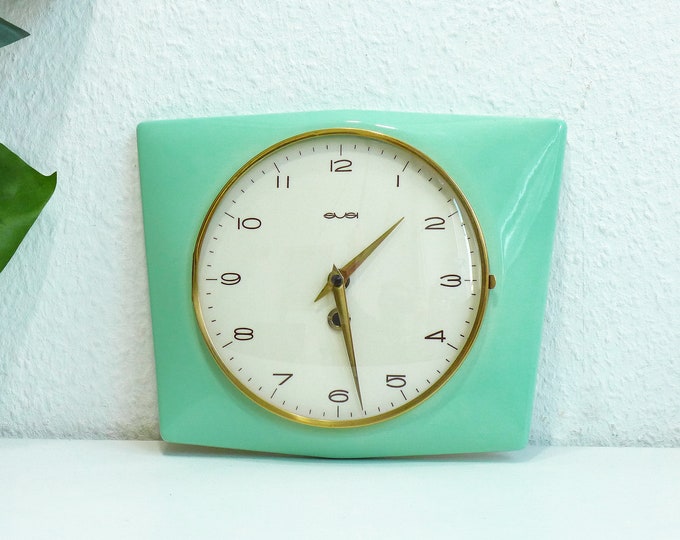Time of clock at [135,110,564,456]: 1:28
